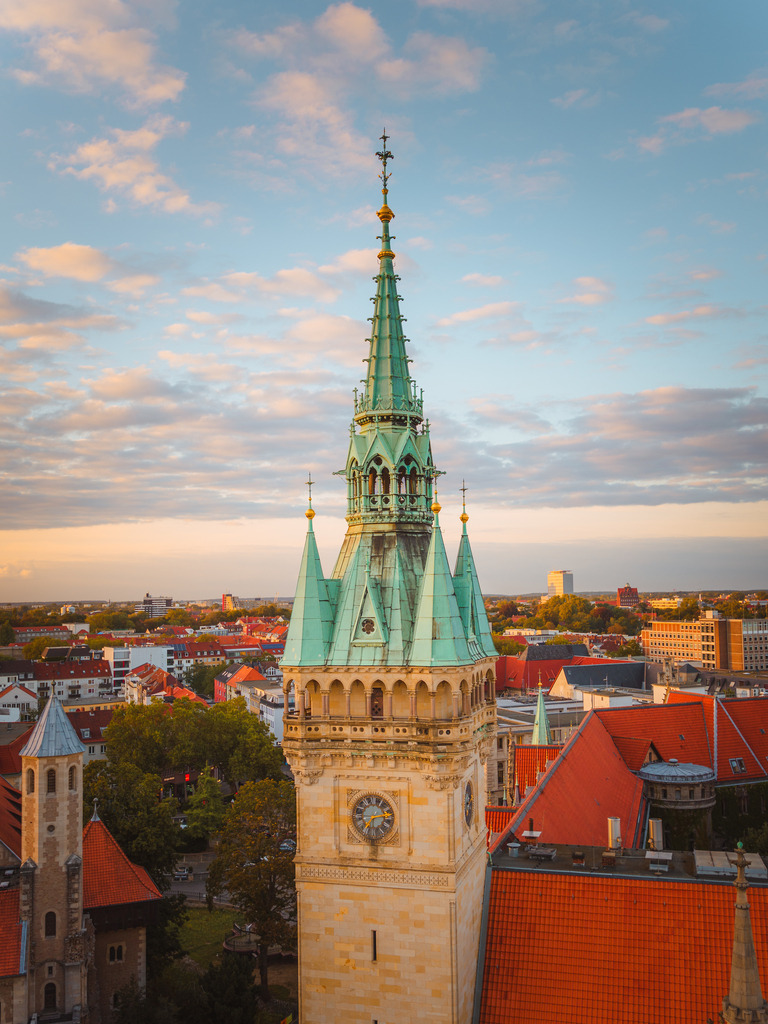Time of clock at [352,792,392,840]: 7:13
